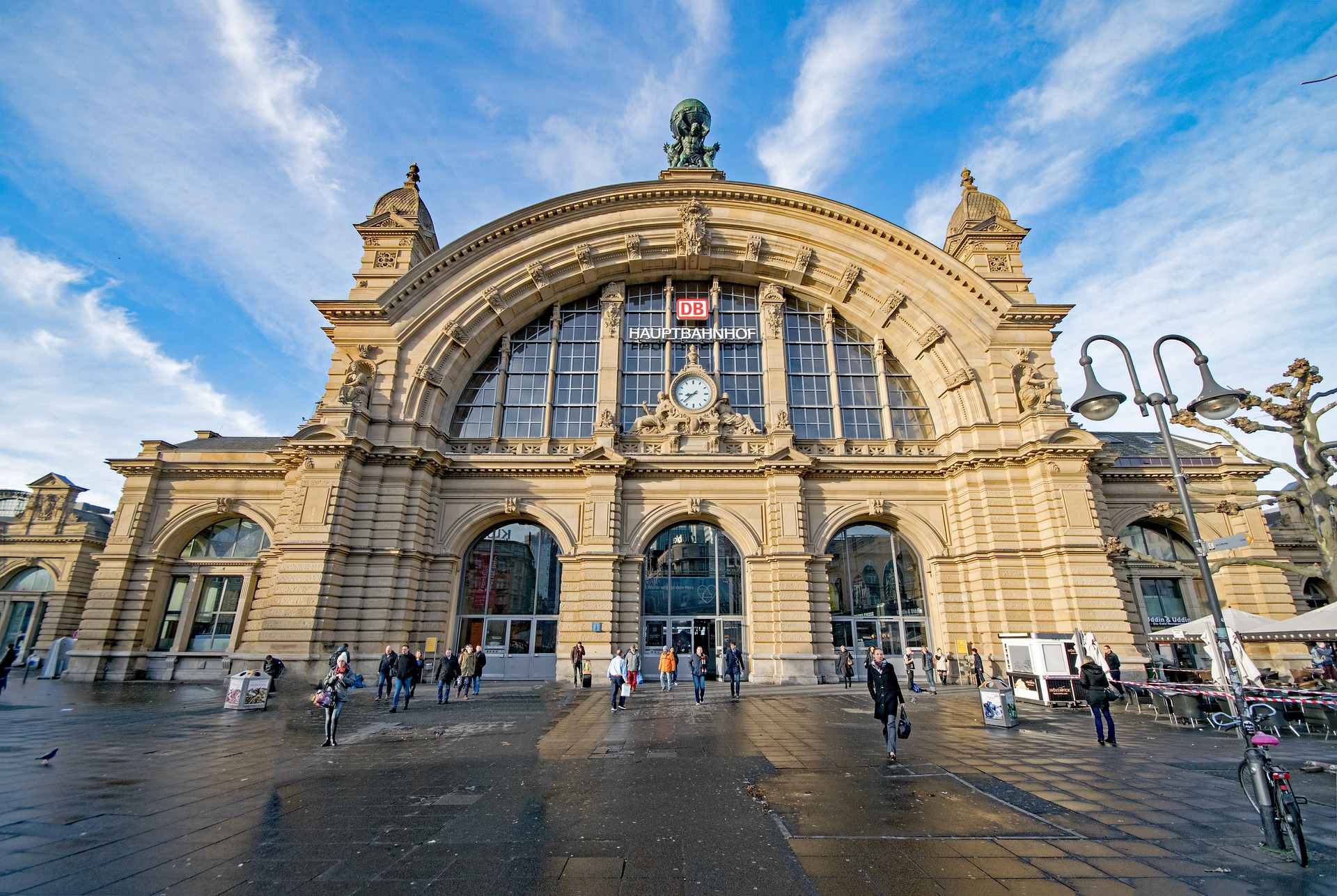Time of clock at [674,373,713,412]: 8:38
